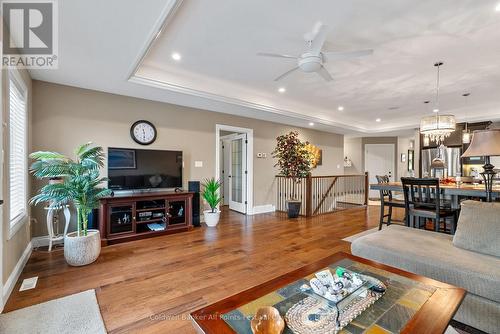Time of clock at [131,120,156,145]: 5:30
